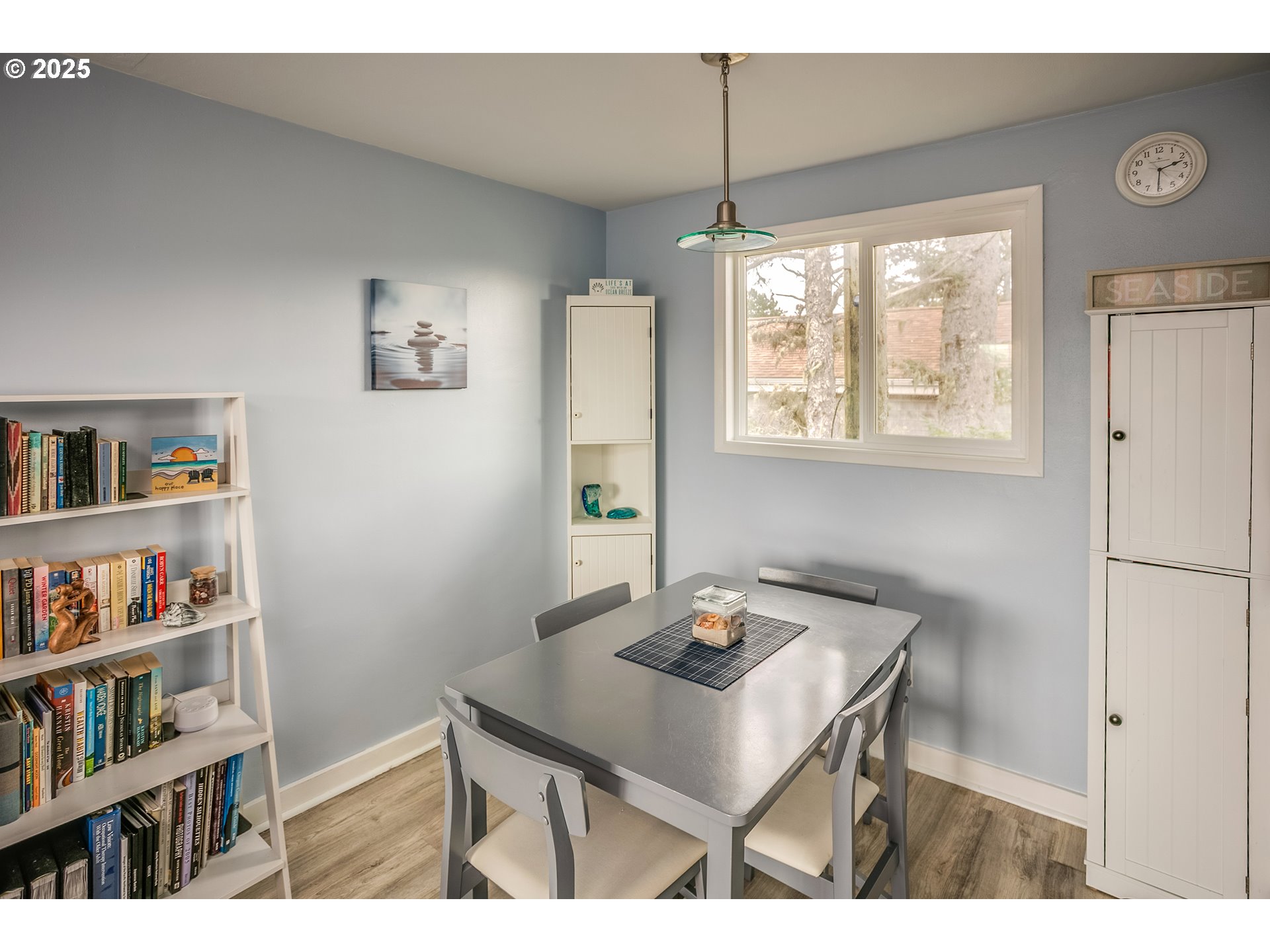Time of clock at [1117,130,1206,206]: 2:30
